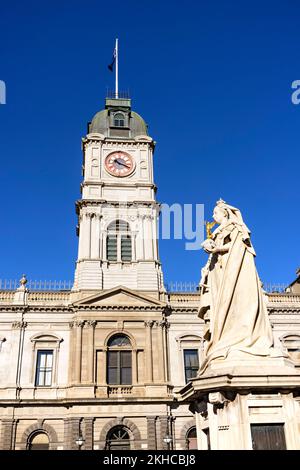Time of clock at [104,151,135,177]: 10:18
